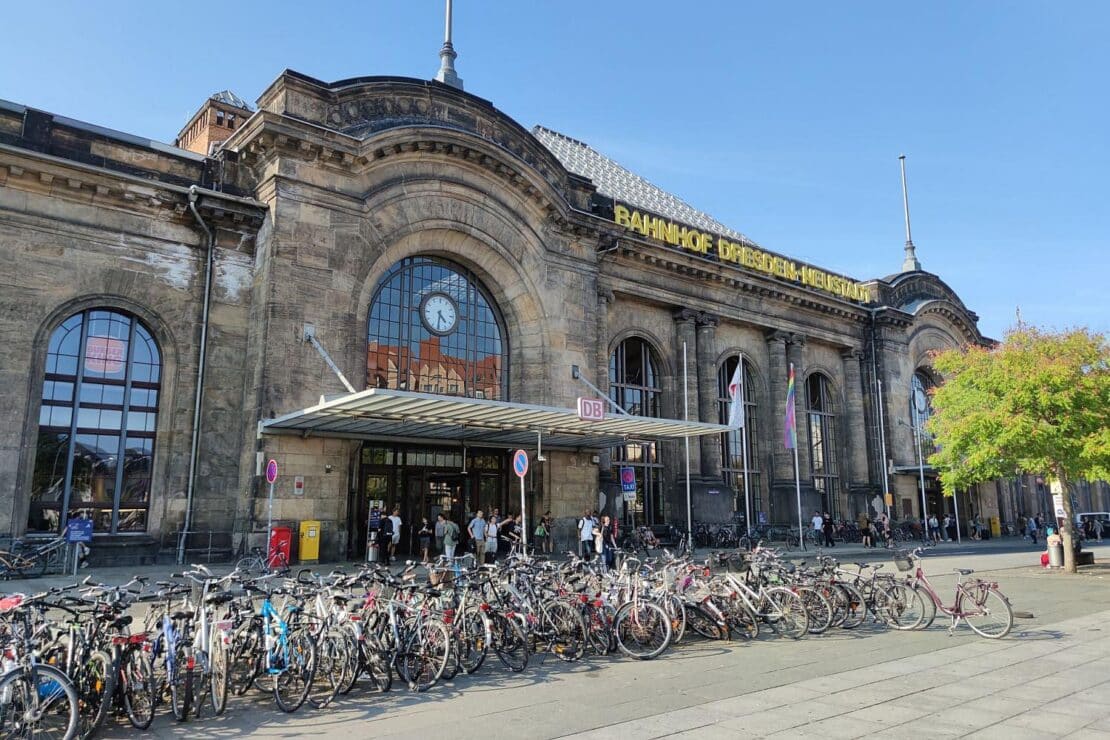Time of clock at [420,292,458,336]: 4:31
